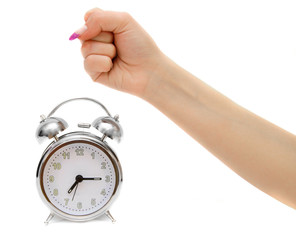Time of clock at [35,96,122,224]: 7:15
